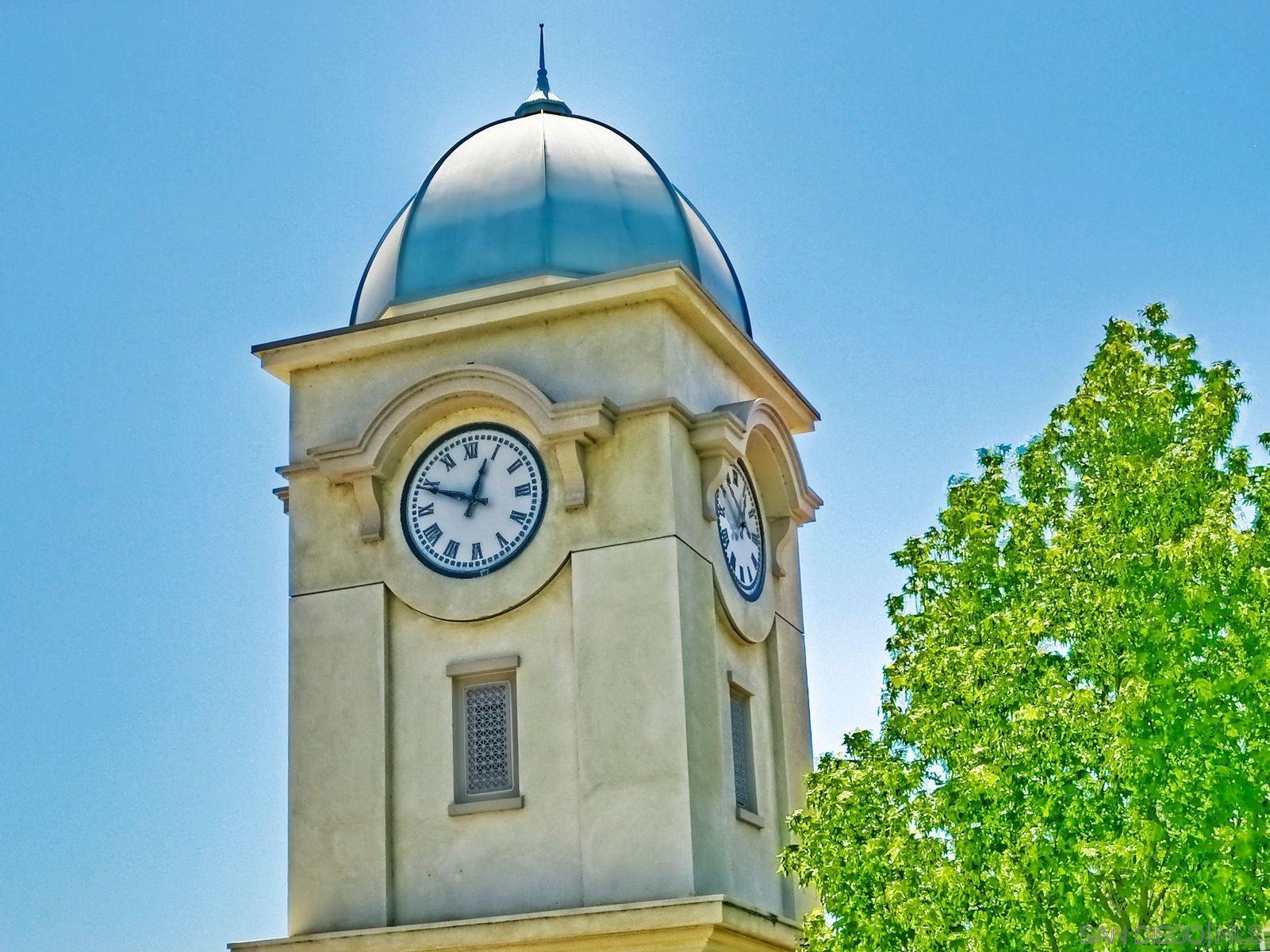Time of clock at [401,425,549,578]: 12:48
